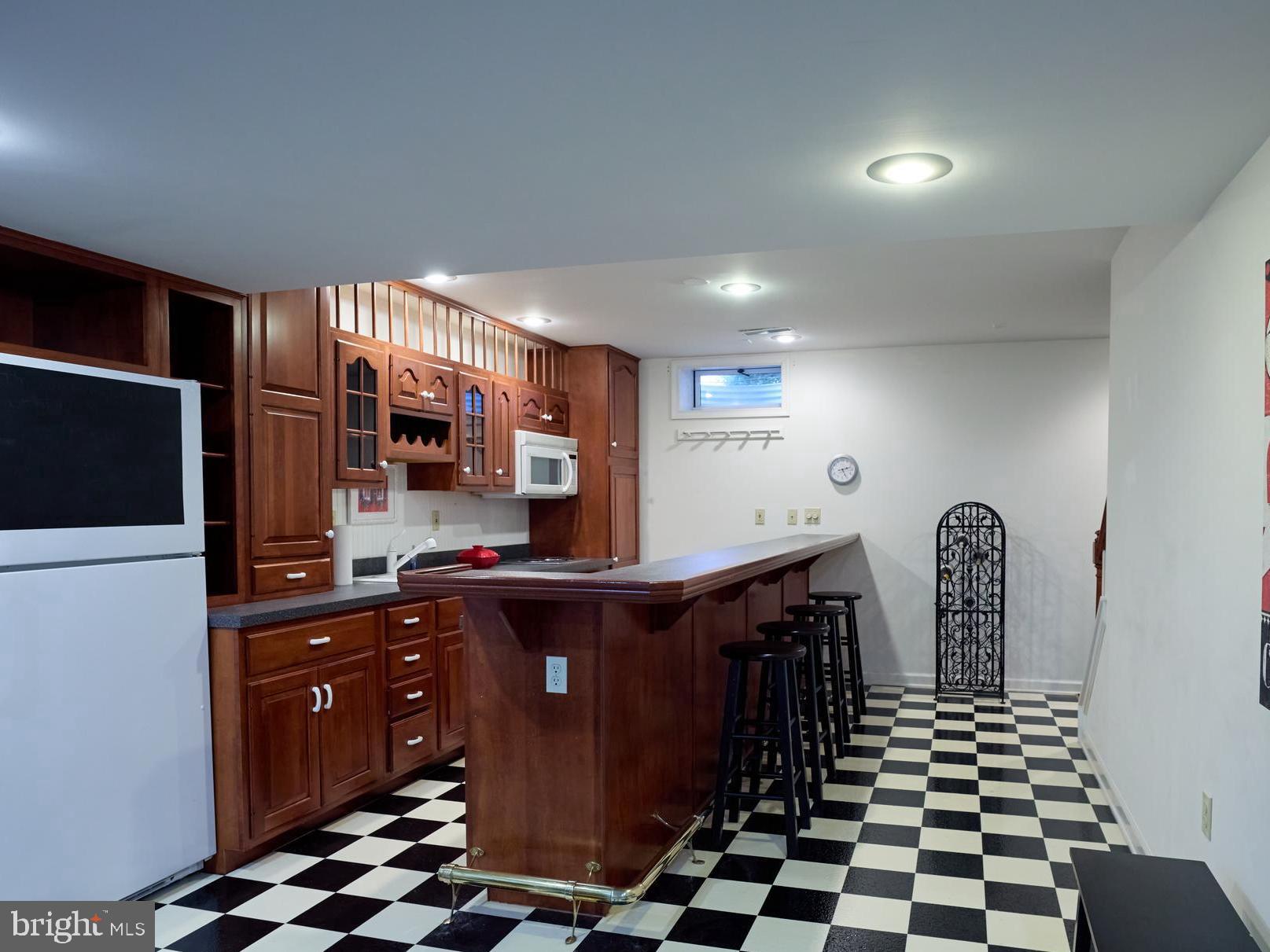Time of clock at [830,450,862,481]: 2:25
